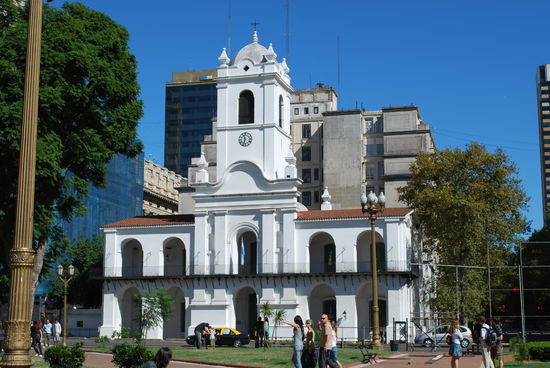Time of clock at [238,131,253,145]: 11:32
